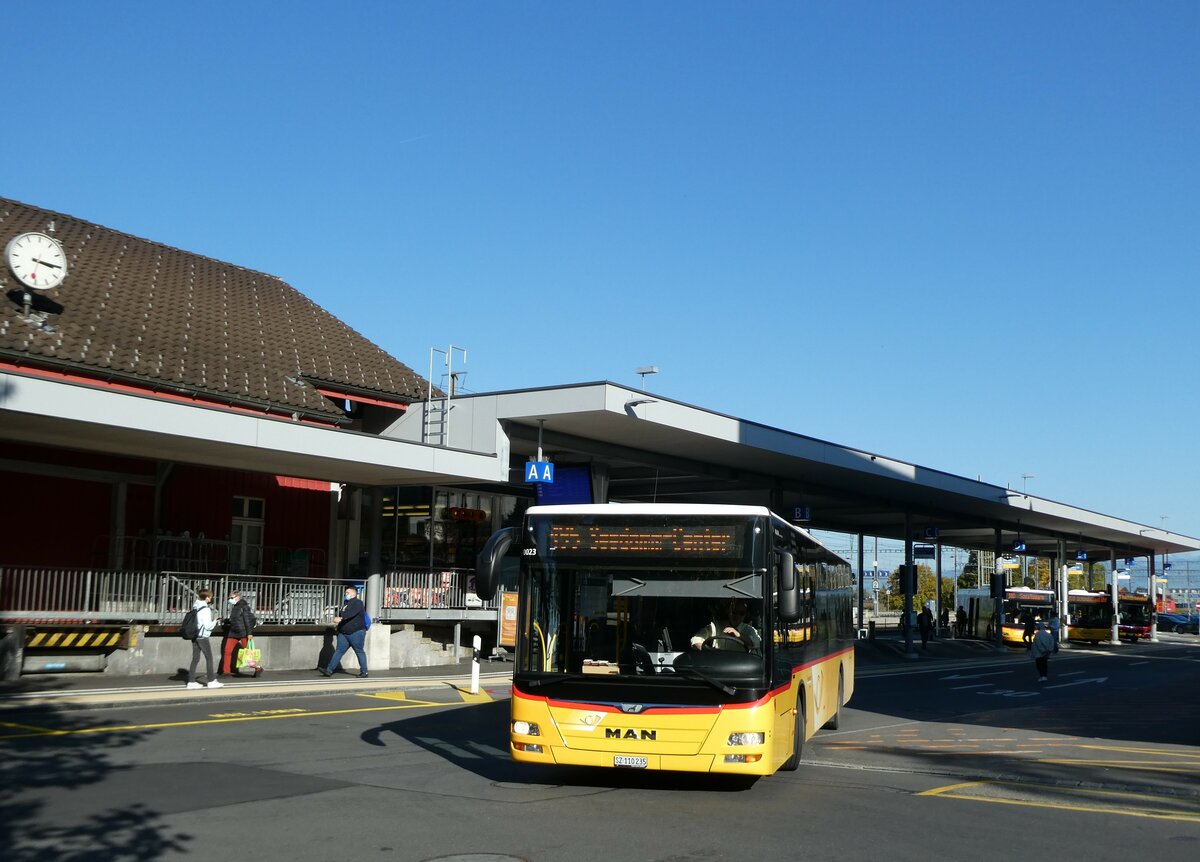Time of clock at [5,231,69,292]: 3:15
